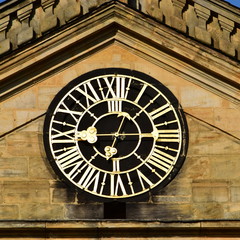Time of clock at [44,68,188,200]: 6:13
